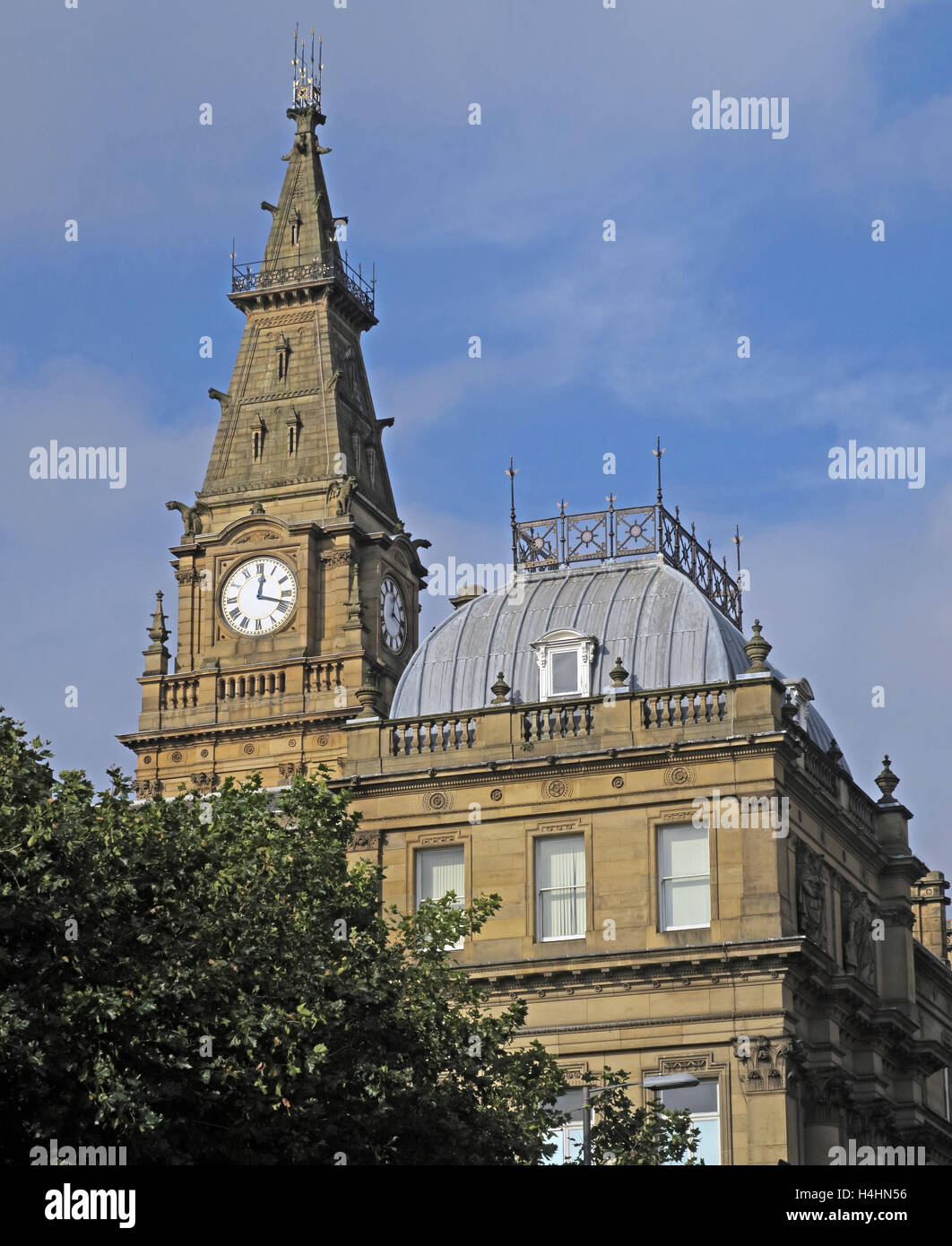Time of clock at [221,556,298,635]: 12:17
